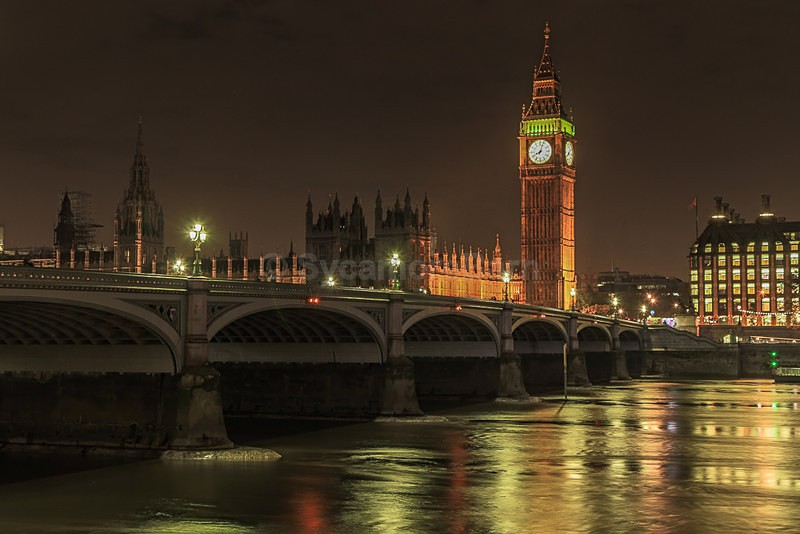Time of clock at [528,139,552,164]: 8:03
